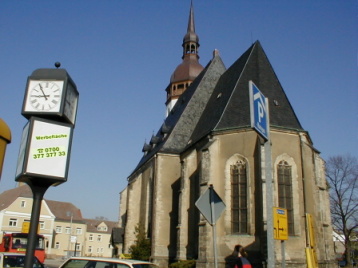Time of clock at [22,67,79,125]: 8:54
